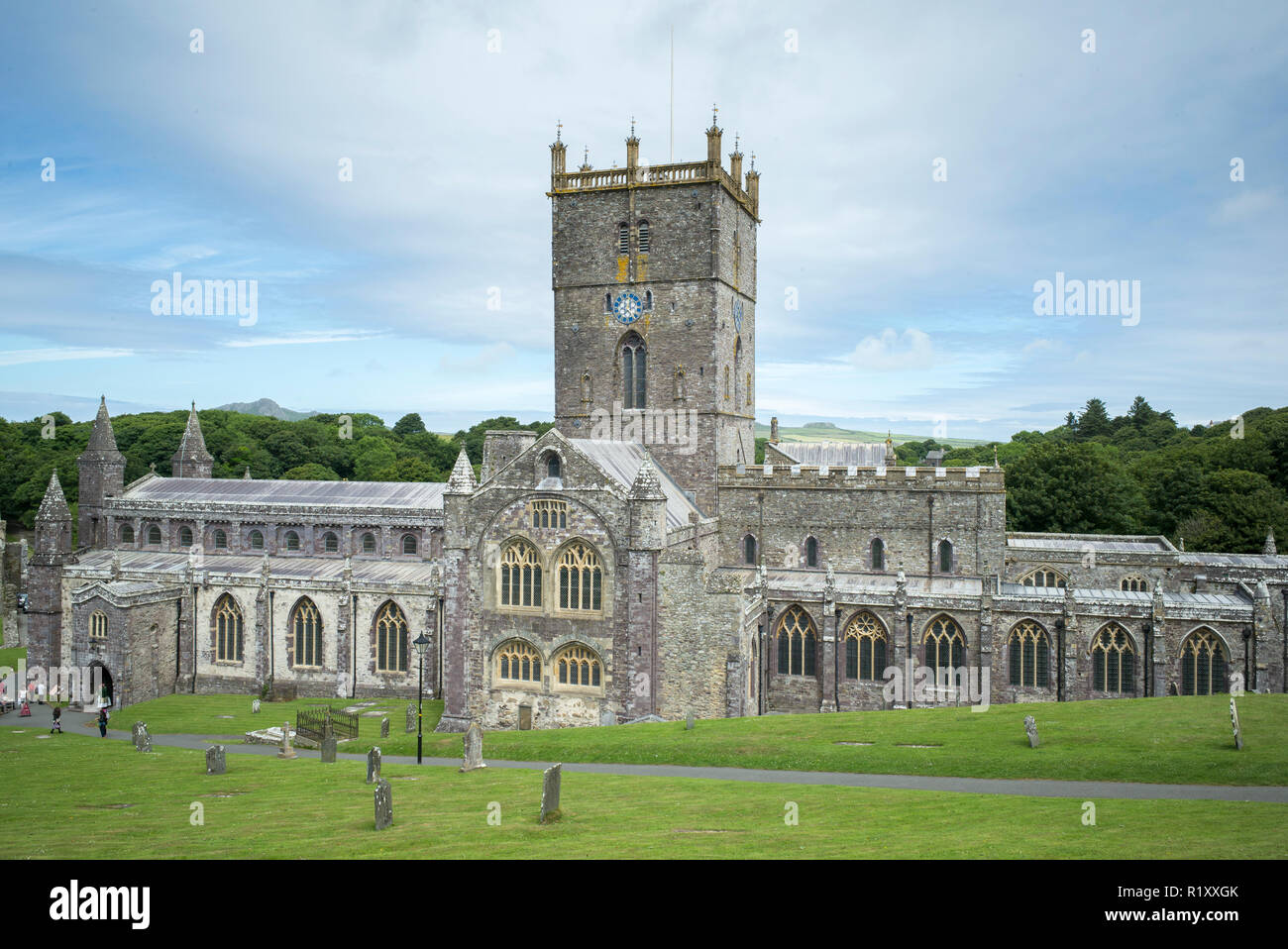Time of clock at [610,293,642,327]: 12:23
